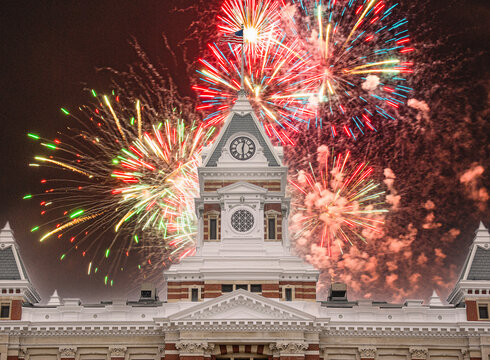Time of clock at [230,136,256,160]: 12:28
